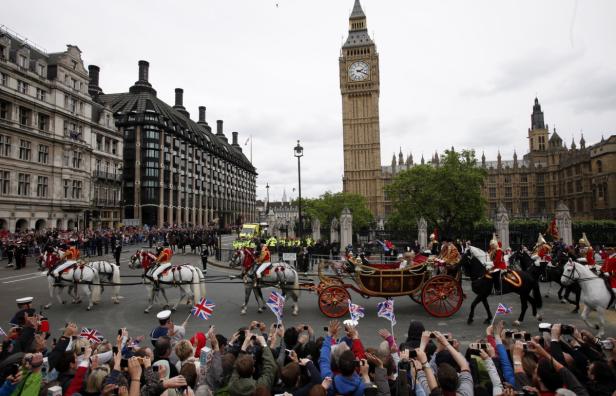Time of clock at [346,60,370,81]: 2:18
